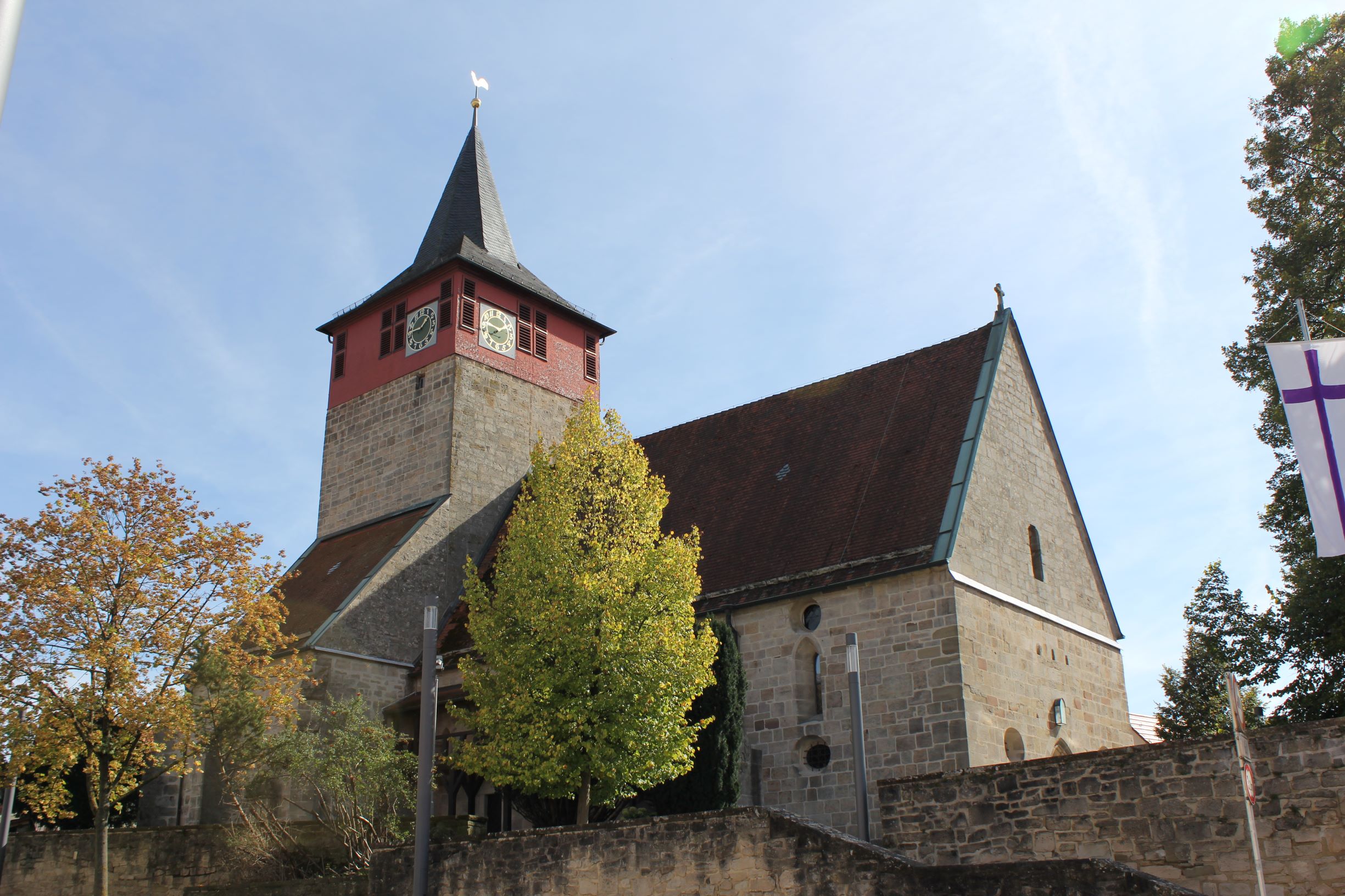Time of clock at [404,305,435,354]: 1:46
